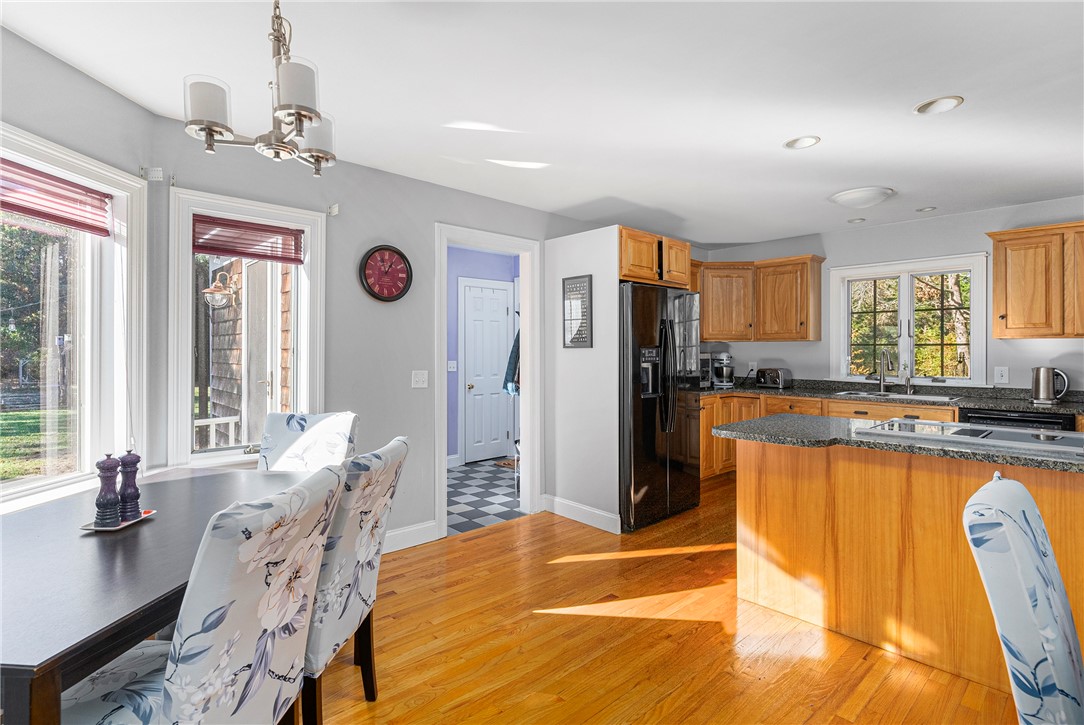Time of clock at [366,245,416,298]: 12:57
